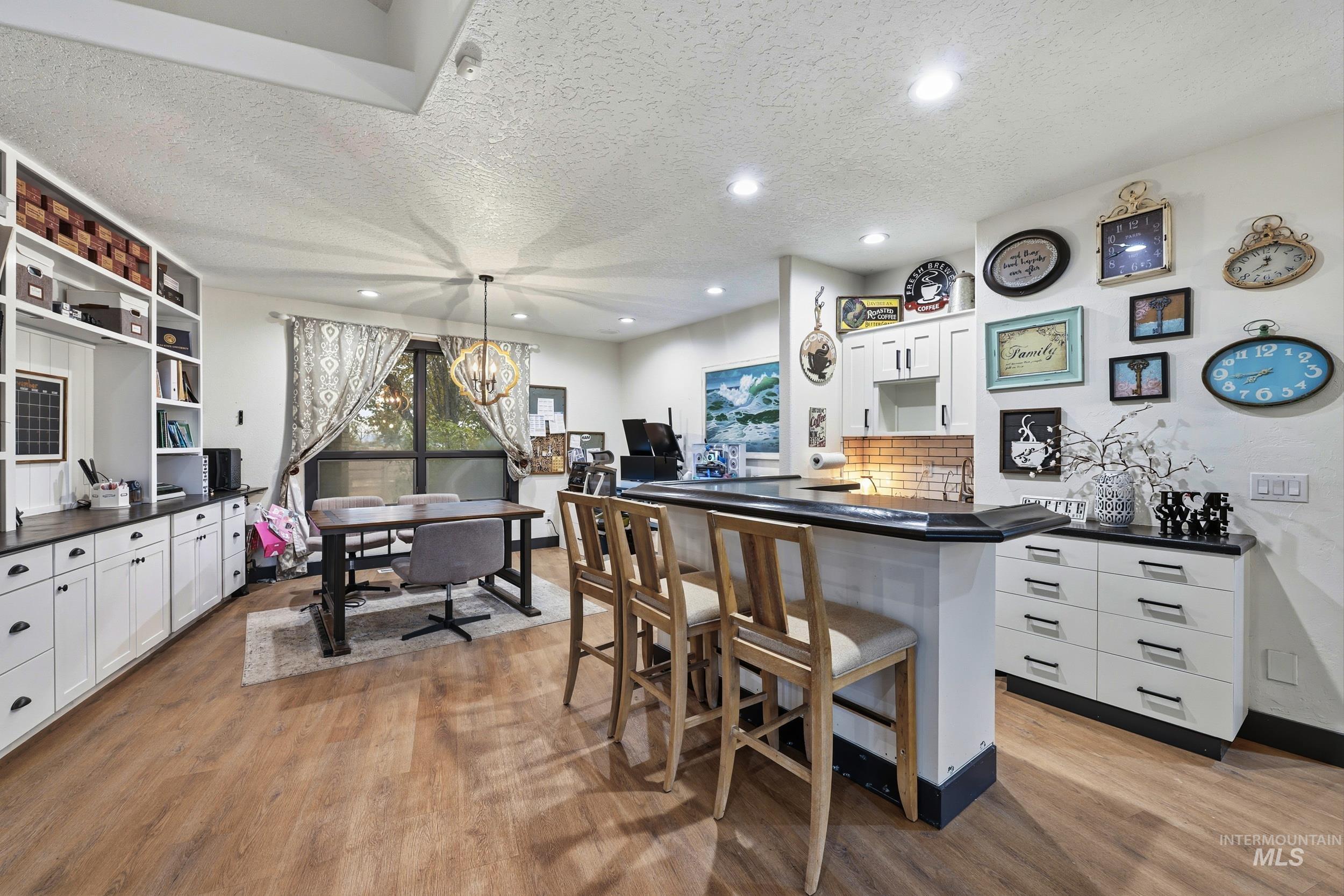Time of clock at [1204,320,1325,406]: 7:43
